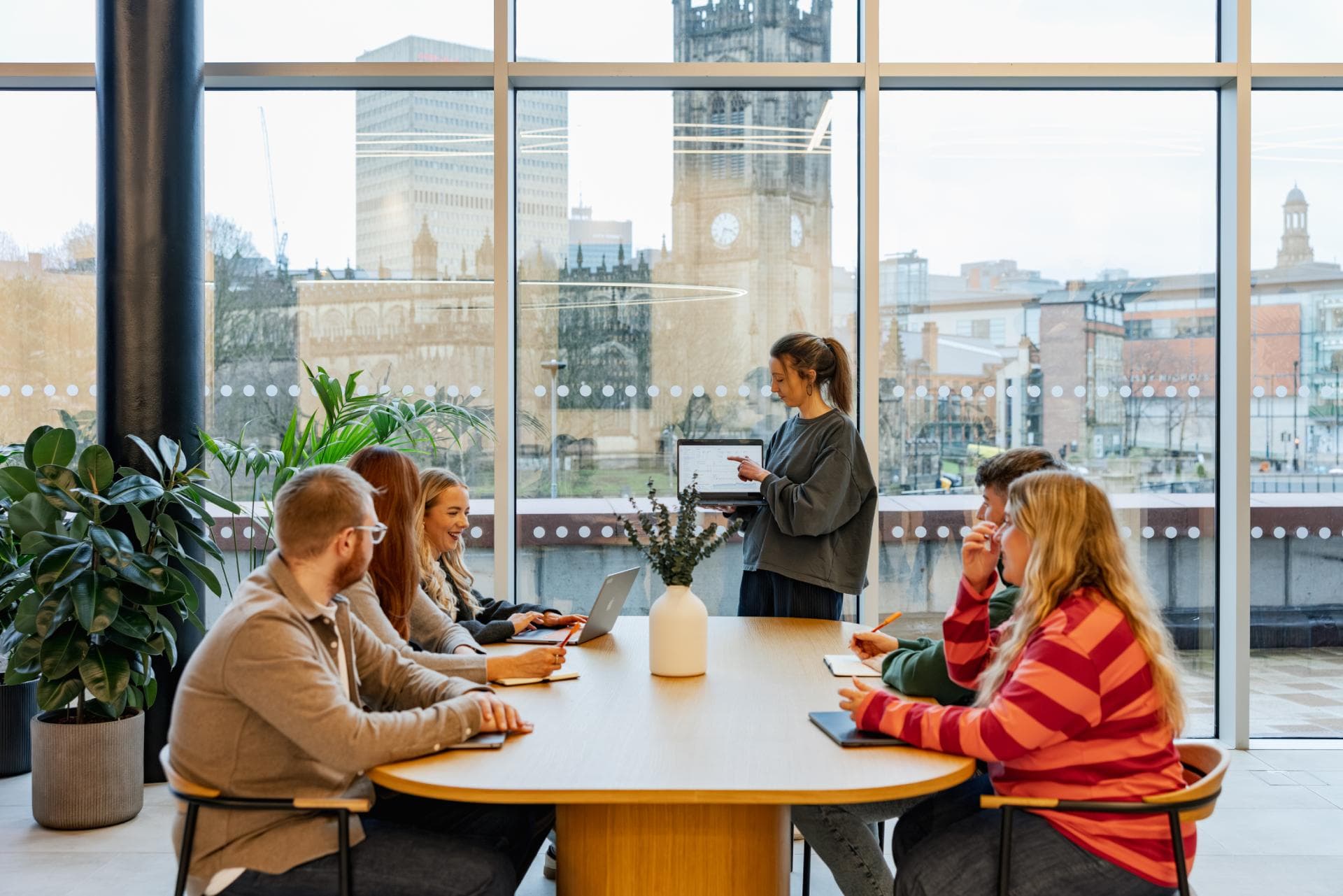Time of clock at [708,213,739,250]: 3:33
